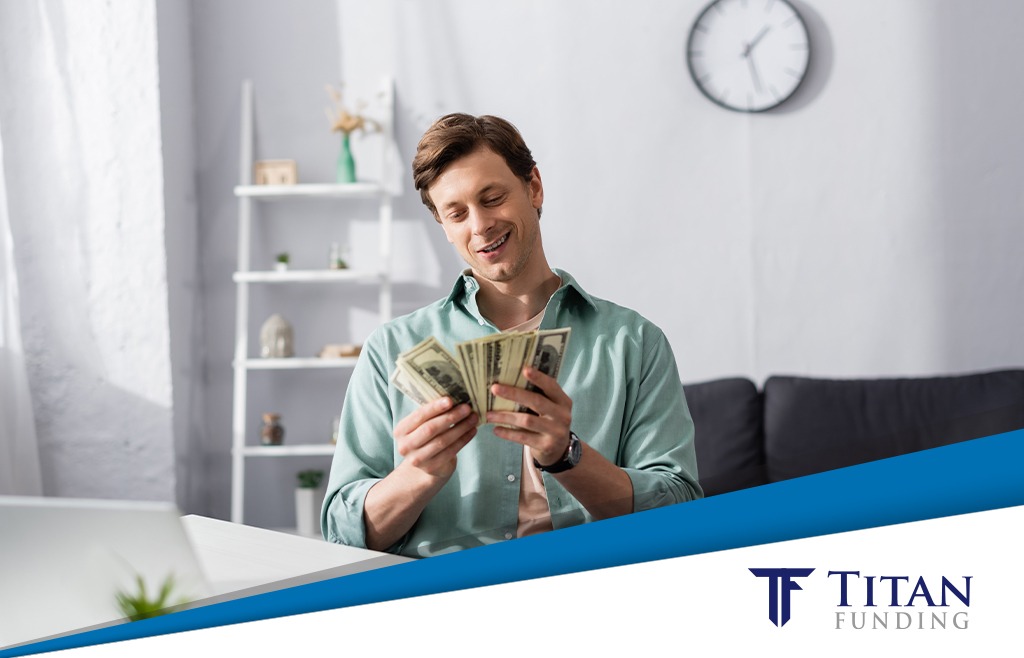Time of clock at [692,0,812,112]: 1:27
